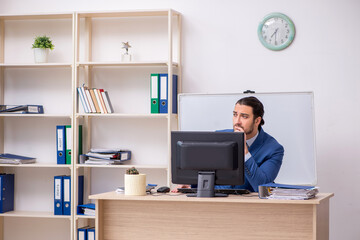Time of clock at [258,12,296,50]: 7:30
